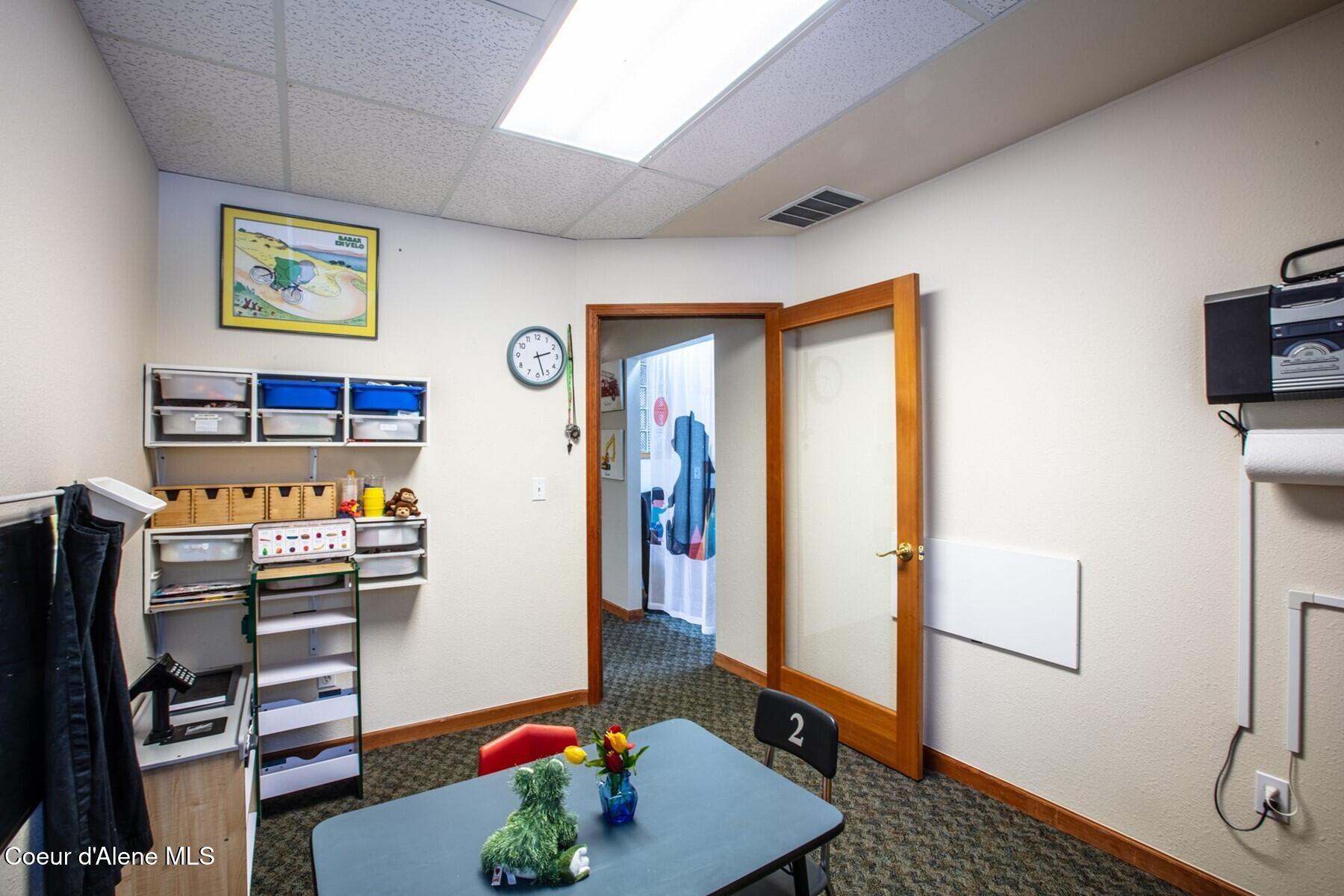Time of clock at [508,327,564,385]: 2:27
